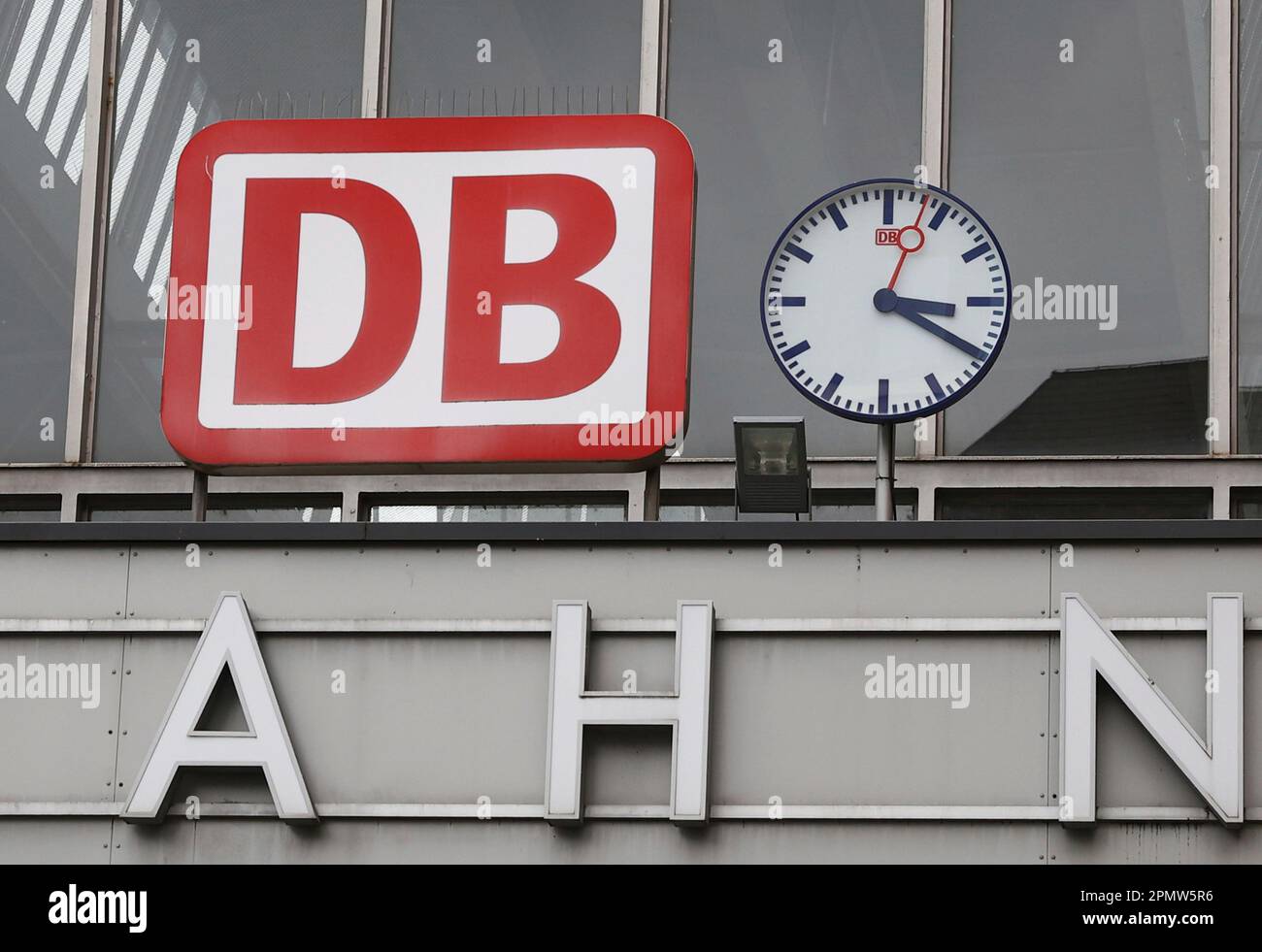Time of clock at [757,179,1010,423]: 3:20
